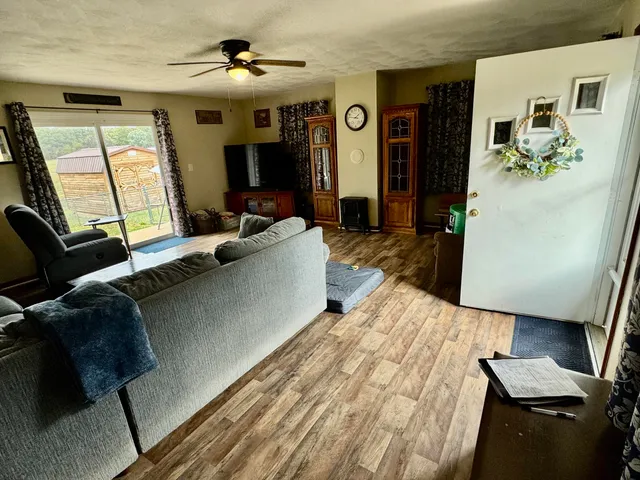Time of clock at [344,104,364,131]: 1:46
